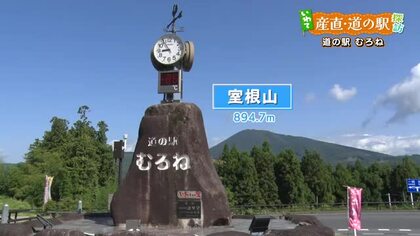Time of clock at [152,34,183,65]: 8:54
